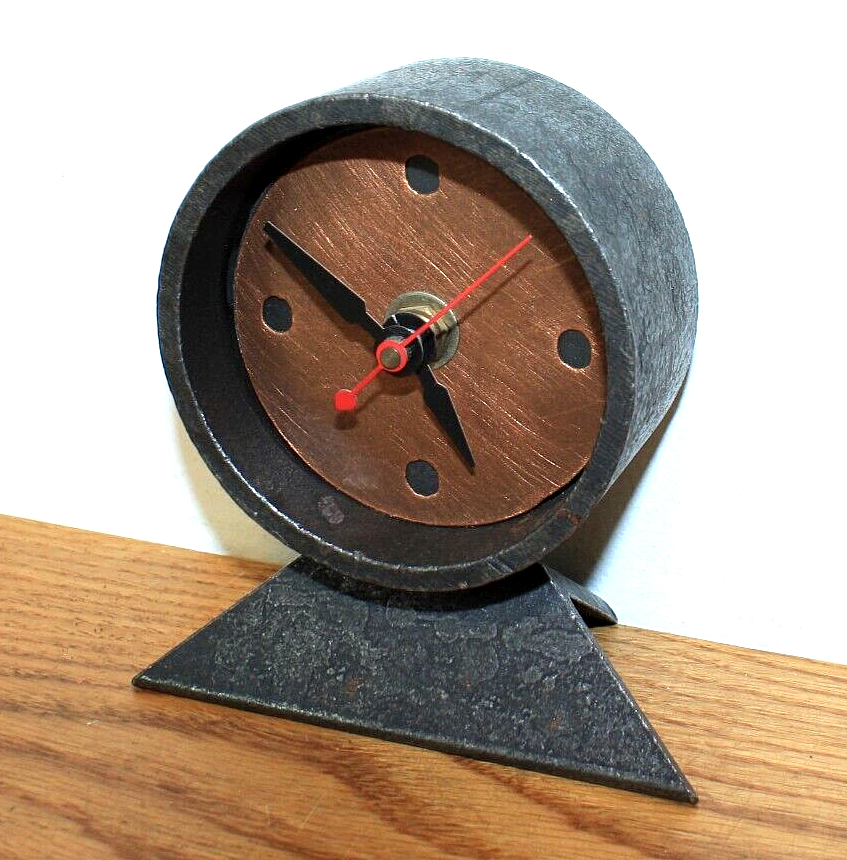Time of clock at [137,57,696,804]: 4:50
